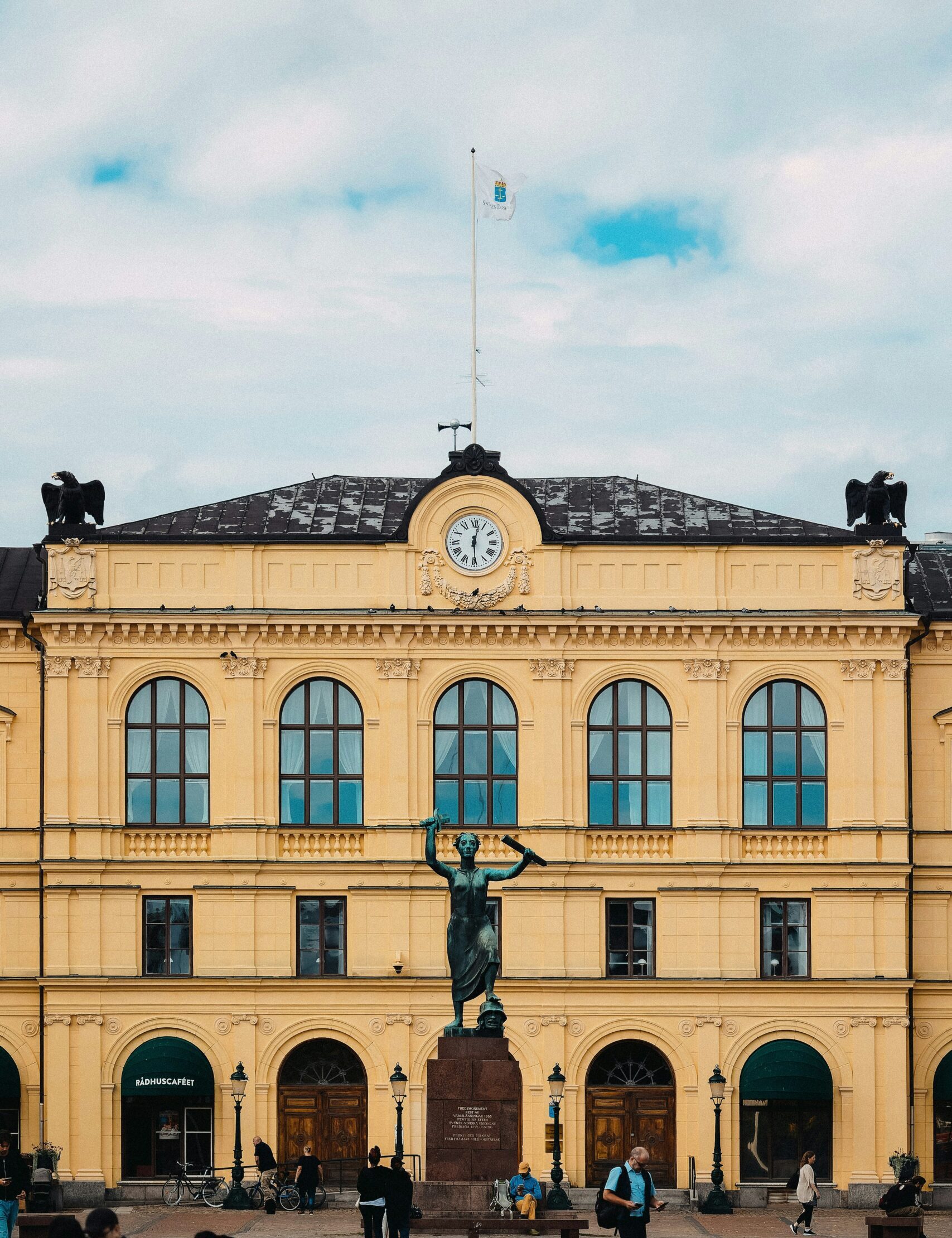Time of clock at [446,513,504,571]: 12:29
